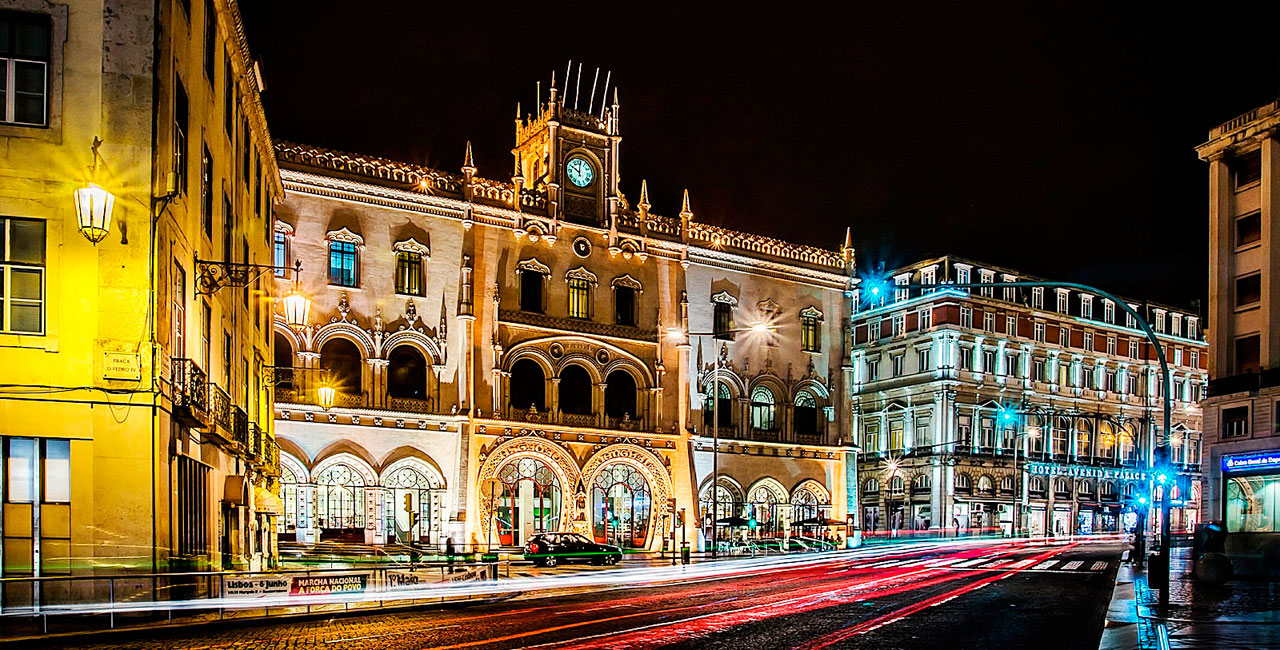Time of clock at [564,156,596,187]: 10:00
